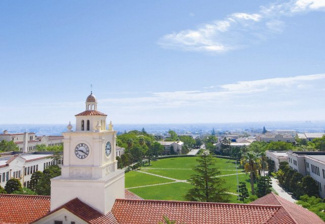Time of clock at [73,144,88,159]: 9:20
